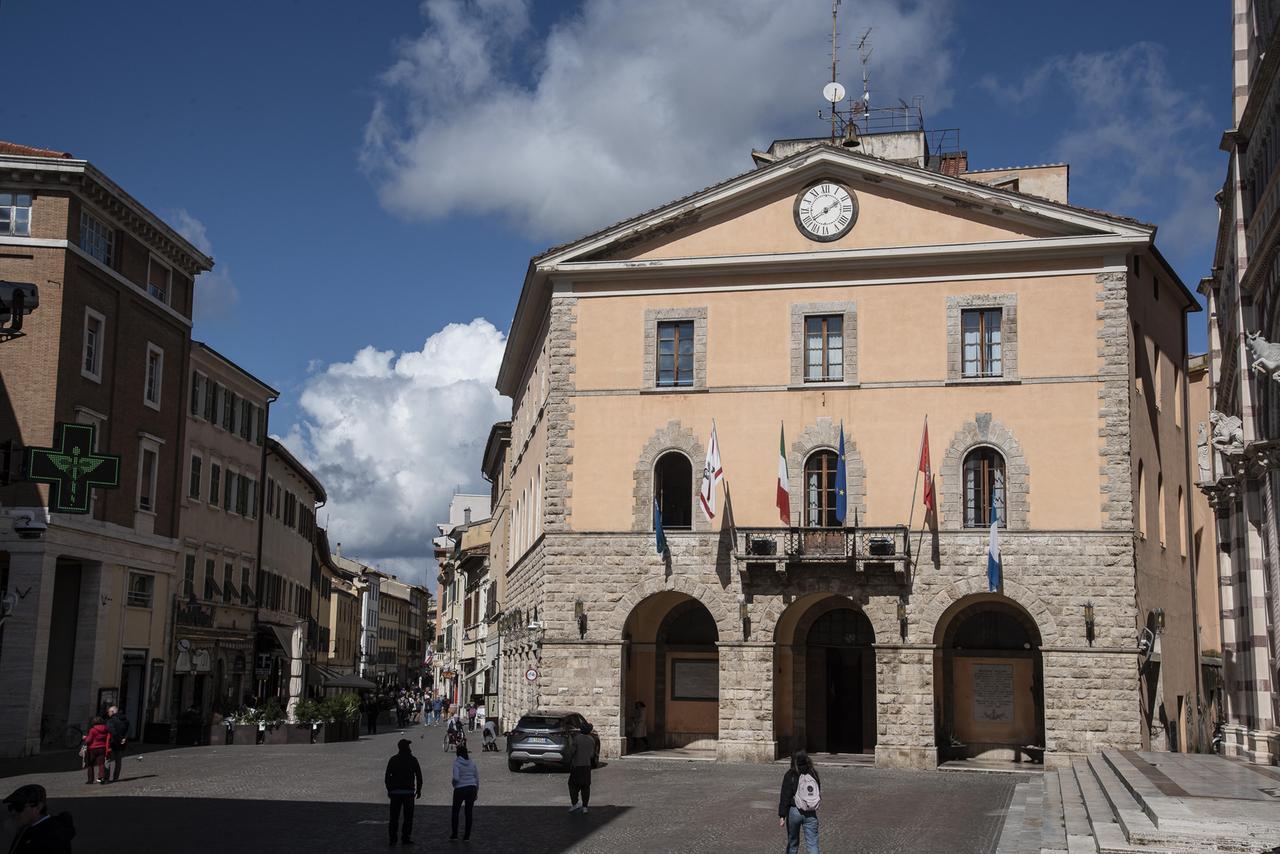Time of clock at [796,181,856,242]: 2:09
